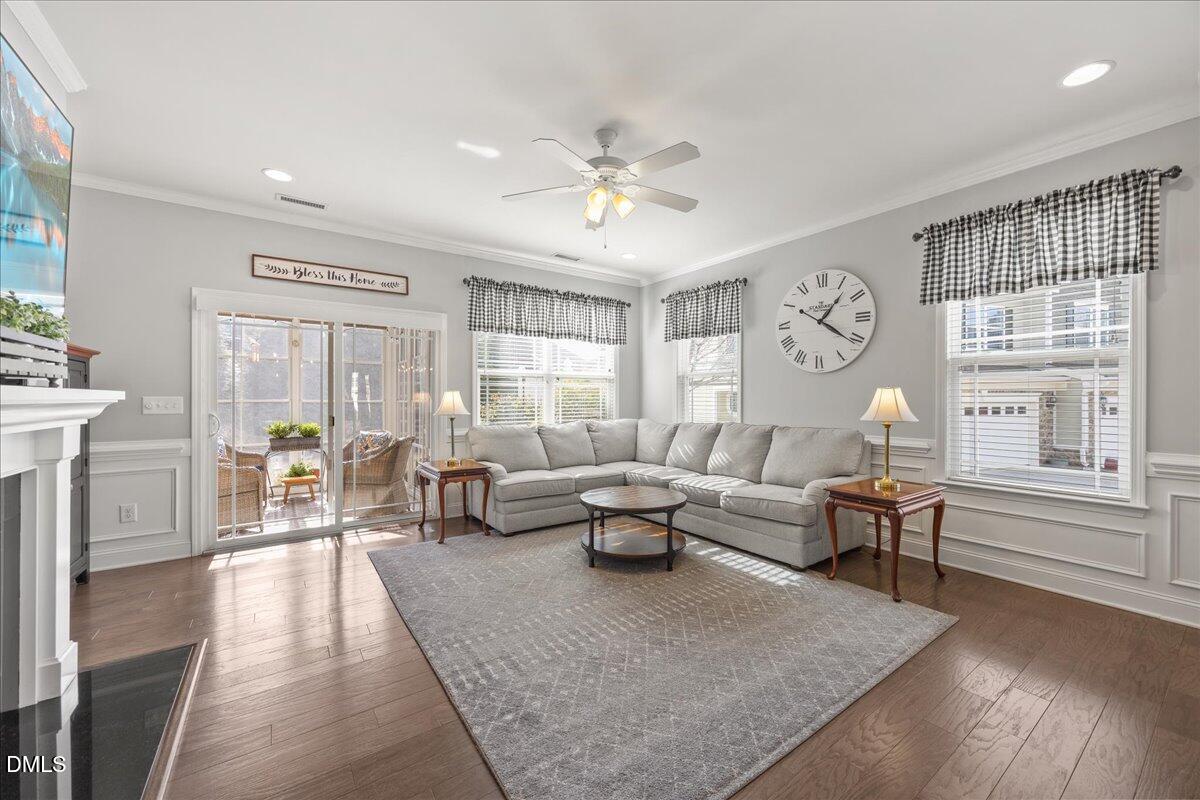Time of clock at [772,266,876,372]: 1:20
